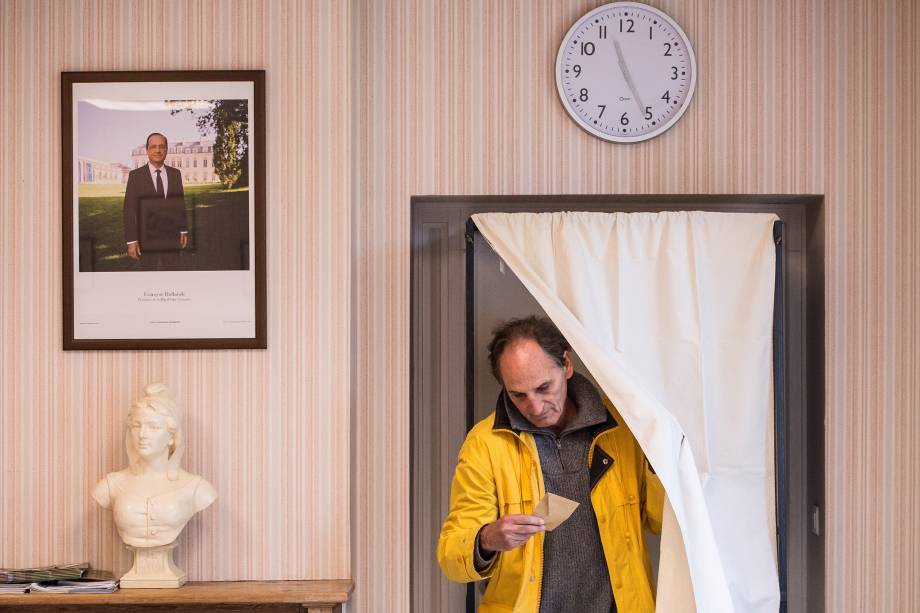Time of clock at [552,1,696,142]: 11:25
